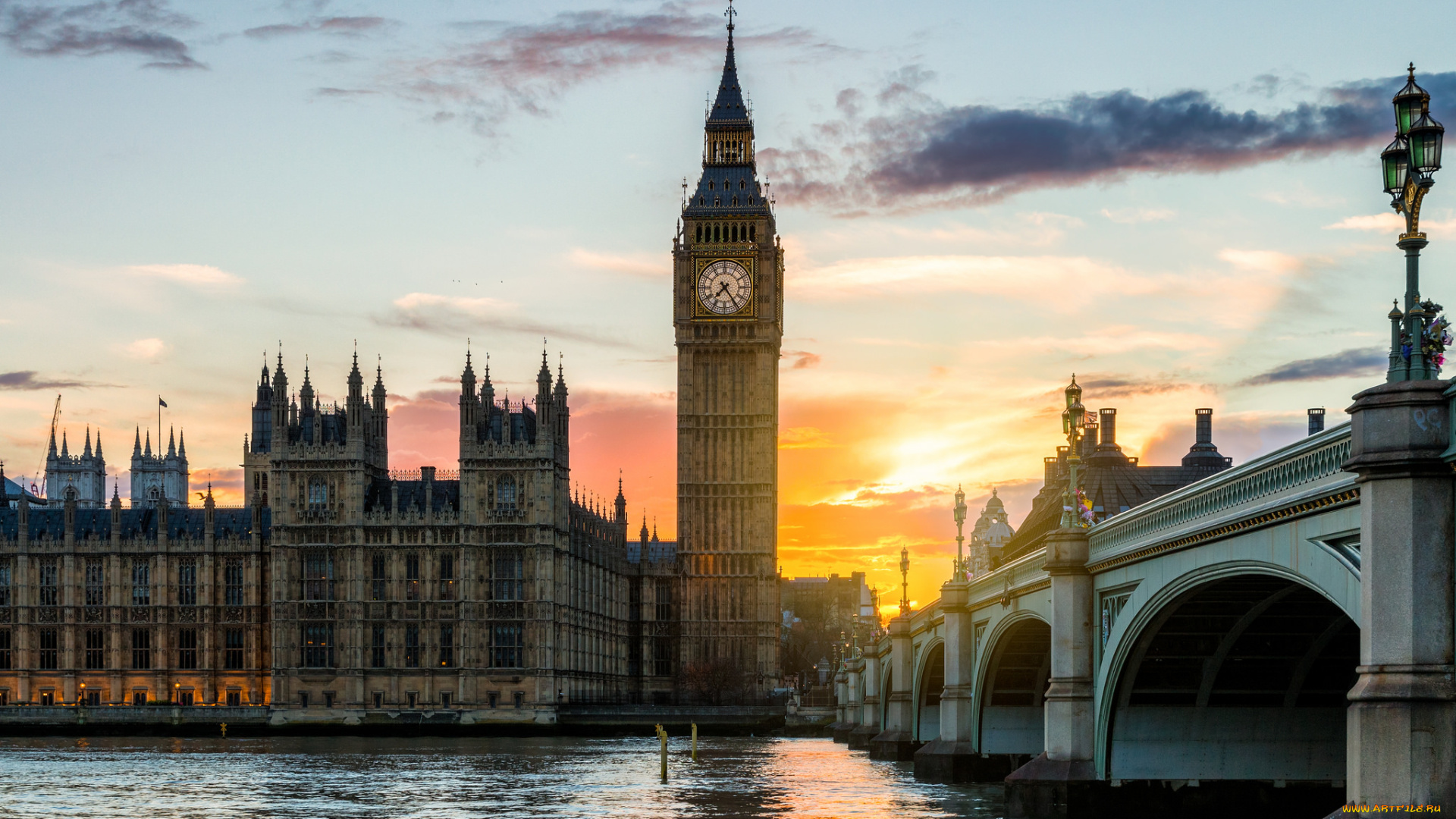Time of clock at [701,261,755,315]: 7:24
